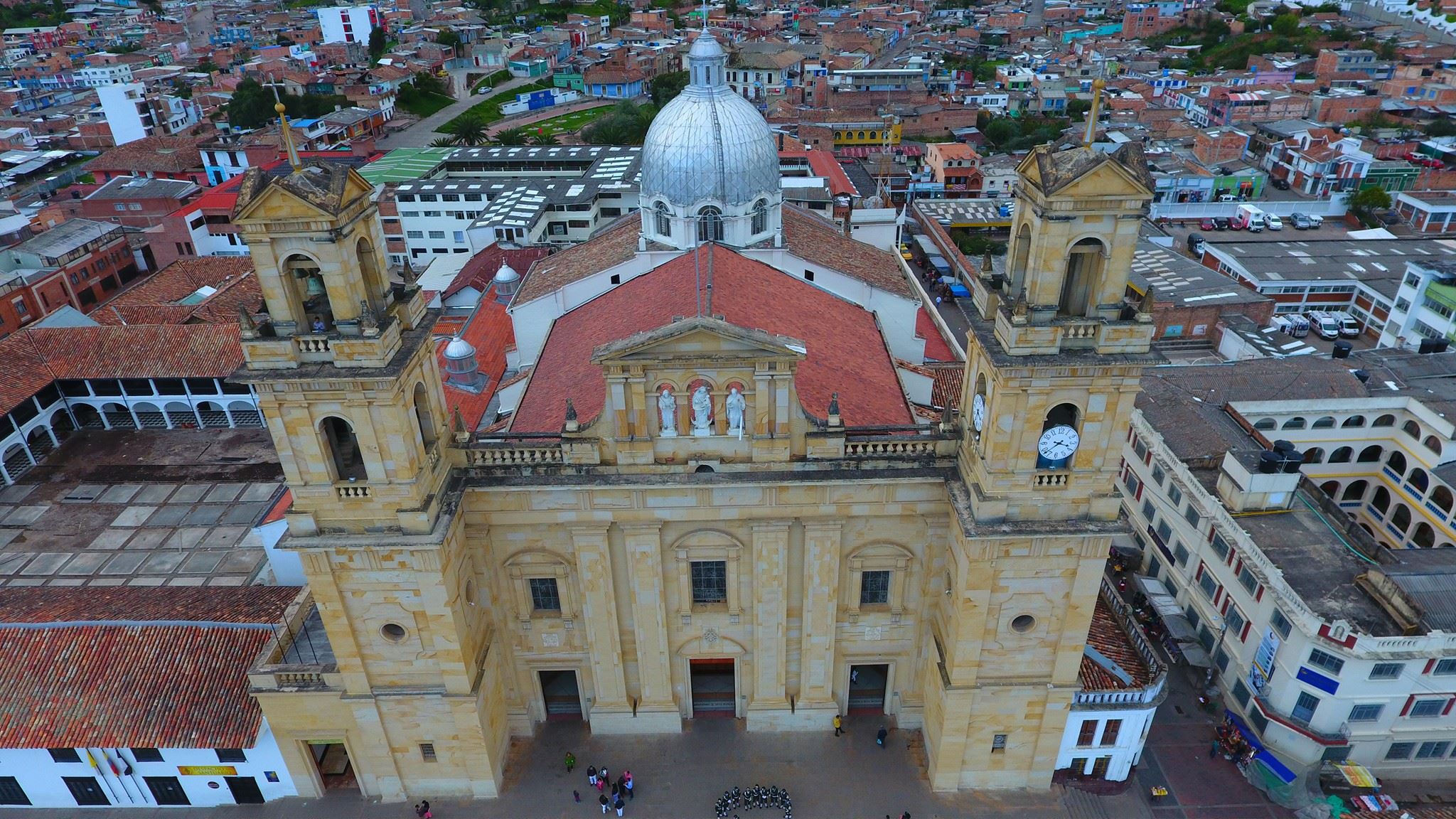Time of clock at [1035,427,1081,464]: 3:37
